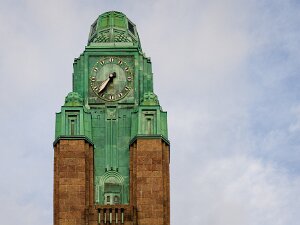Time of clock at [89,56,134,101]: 7:36
